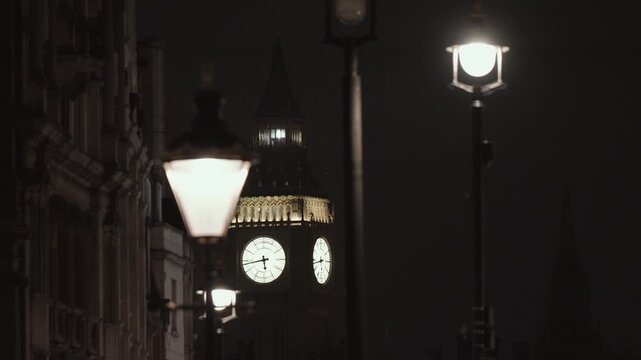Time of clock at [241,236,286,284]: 5:43
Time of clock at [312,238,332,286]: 2:43
